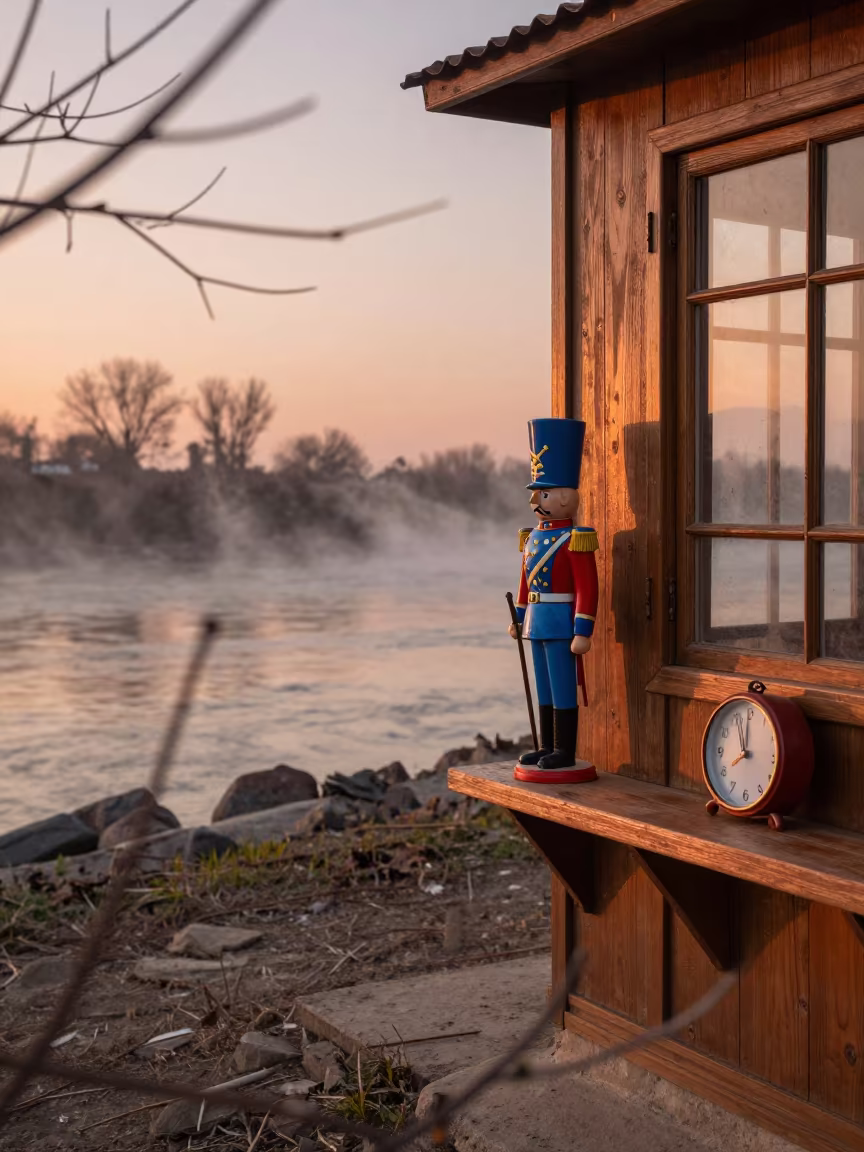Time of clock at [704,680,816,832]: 10:59
